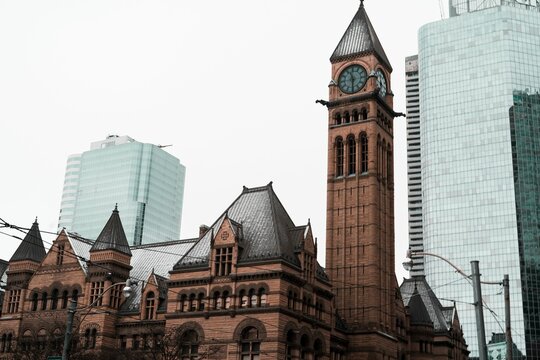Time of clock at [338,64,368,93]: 11:30
